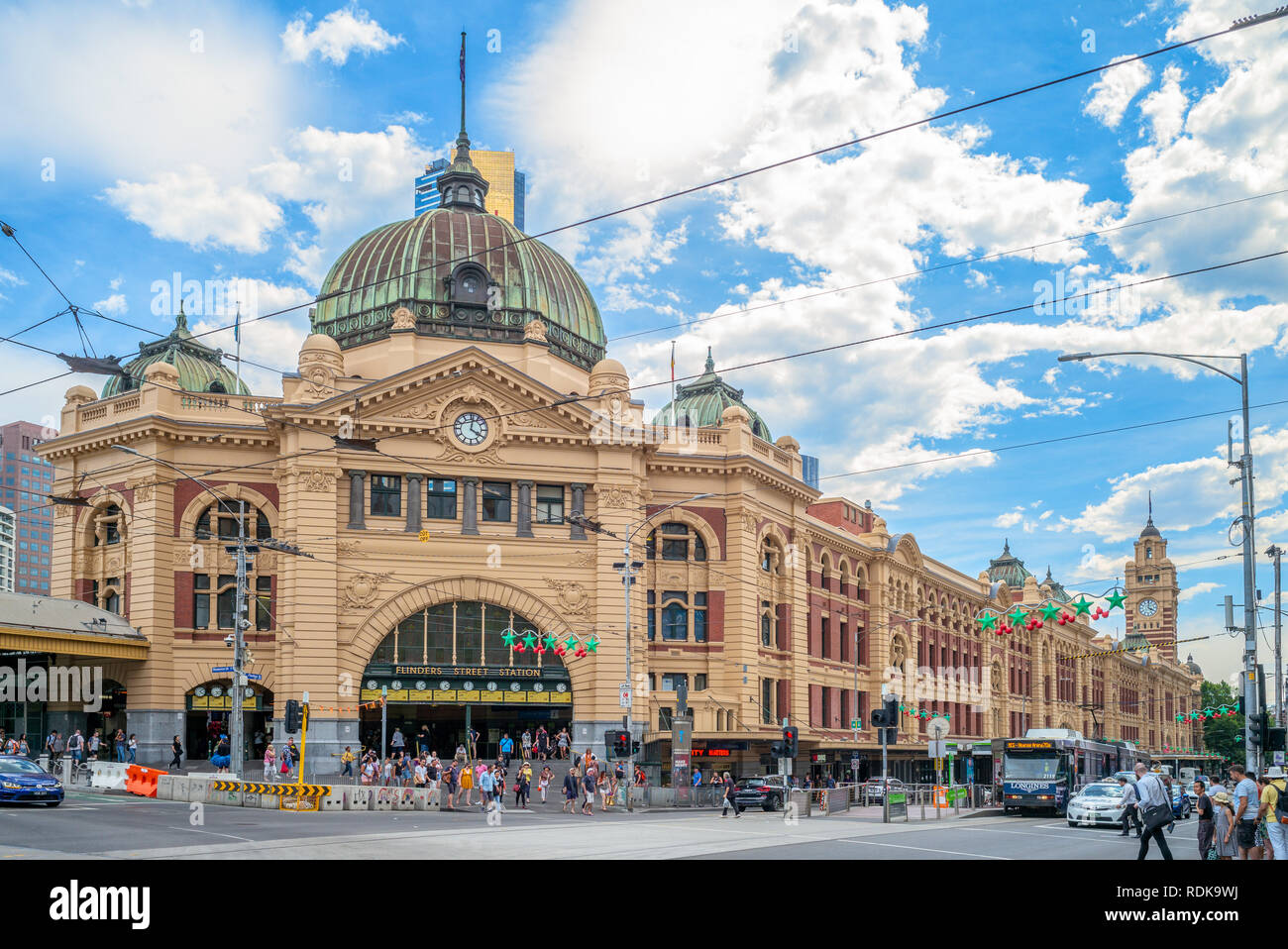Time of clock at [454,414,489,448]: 4:01
